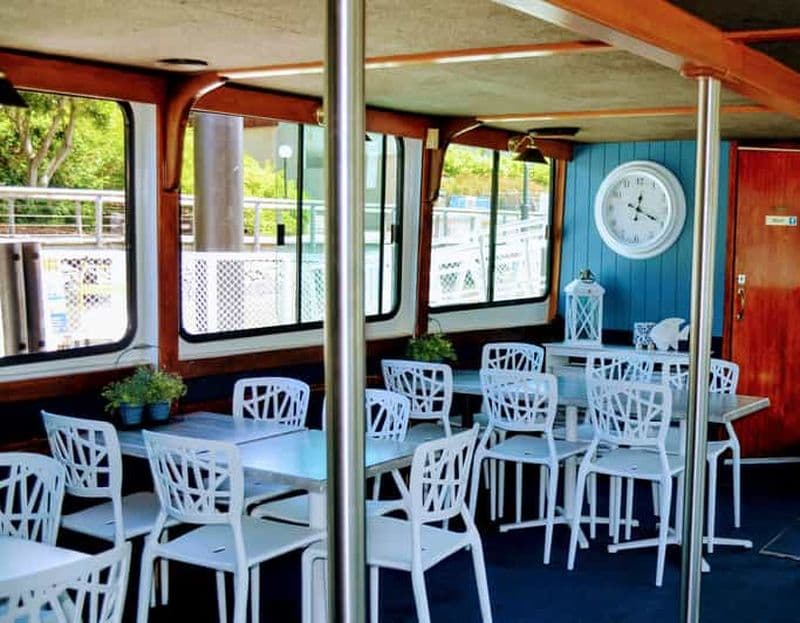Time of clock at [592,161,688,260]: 12:19
